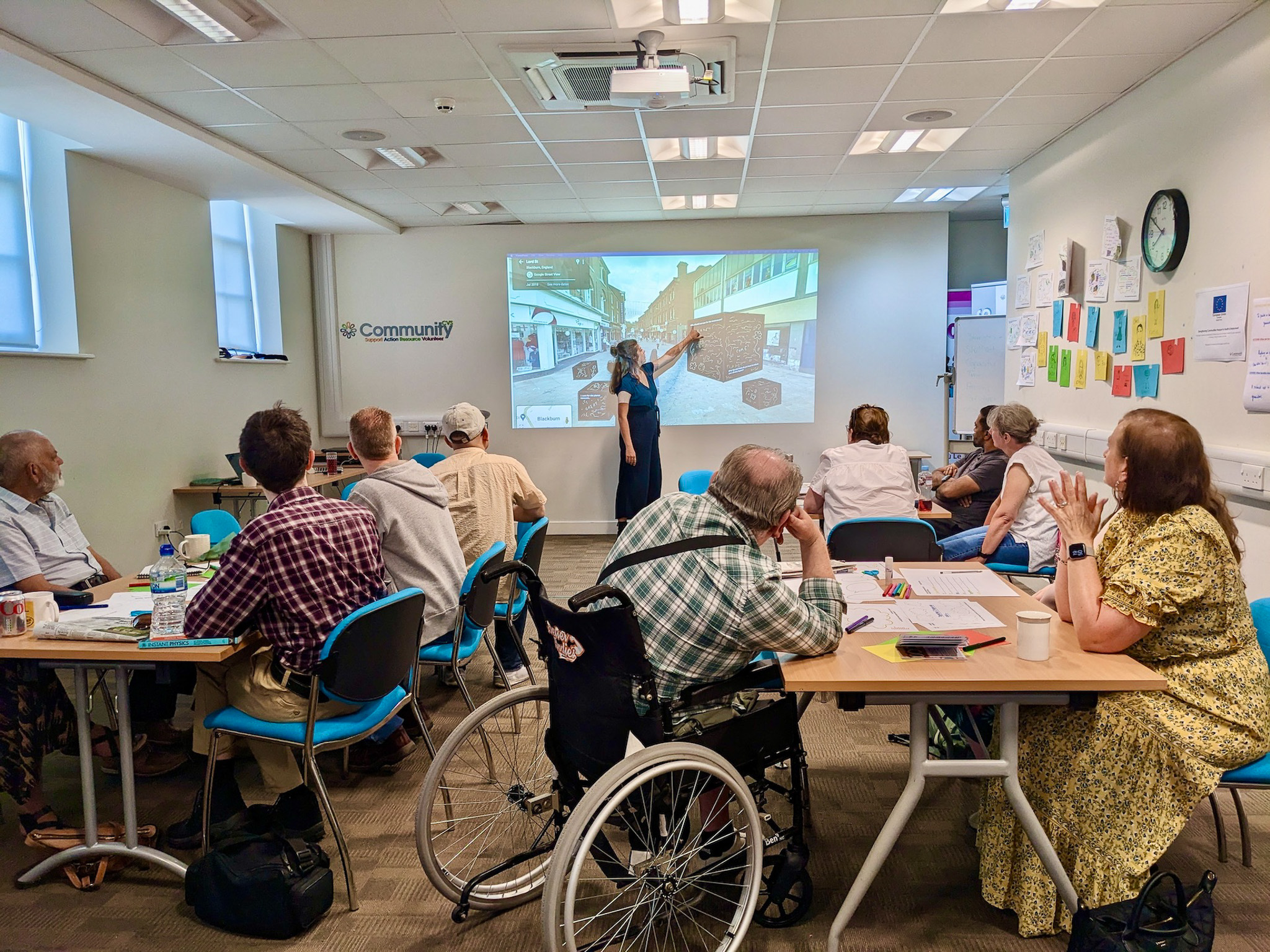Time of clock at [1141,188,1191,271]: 7:49
